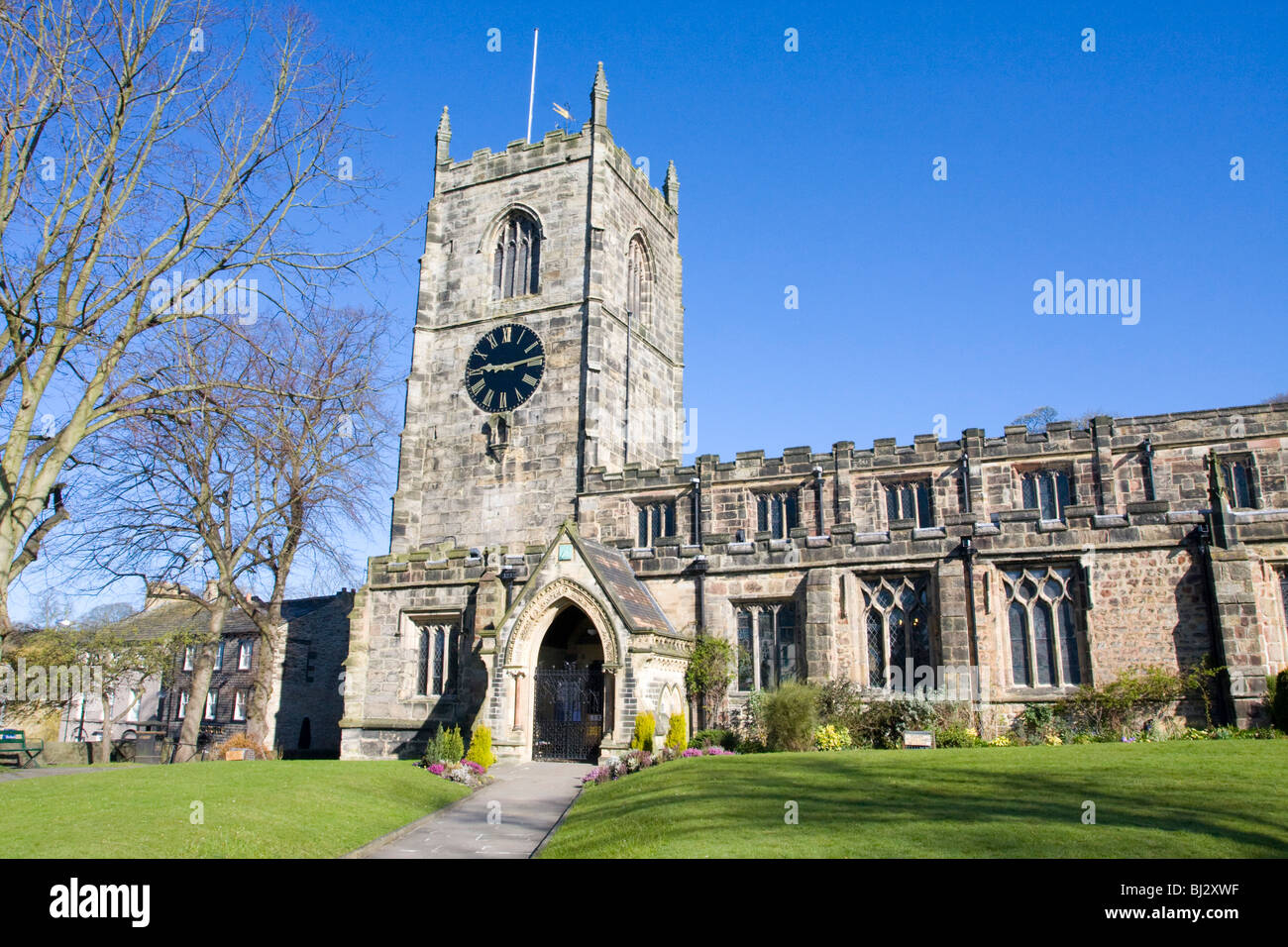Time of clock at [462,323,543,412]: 9:13
